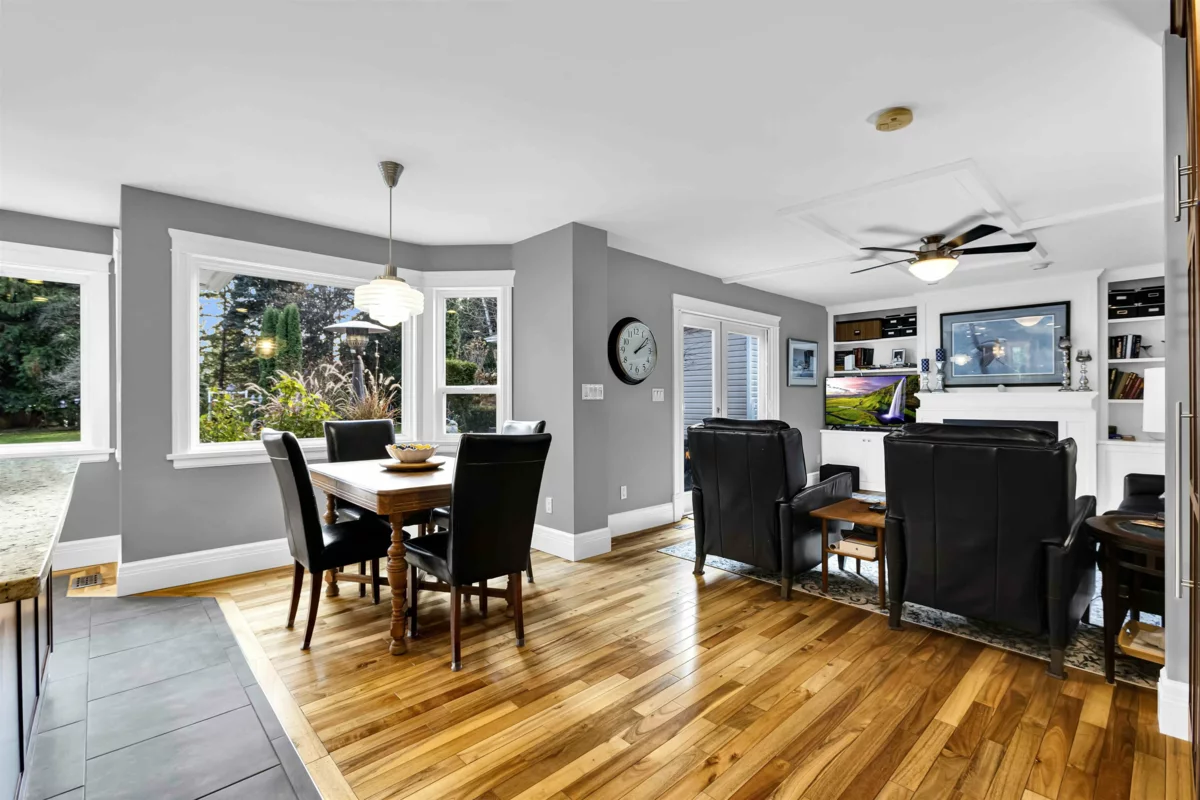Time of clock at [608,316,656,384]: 2:08
